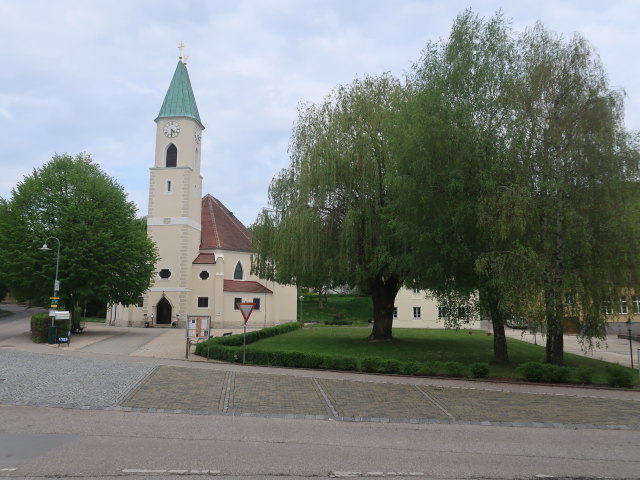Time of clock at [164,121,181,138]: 4:29
